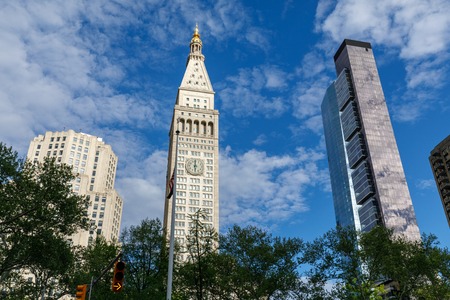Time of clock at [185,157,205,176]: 5:59
